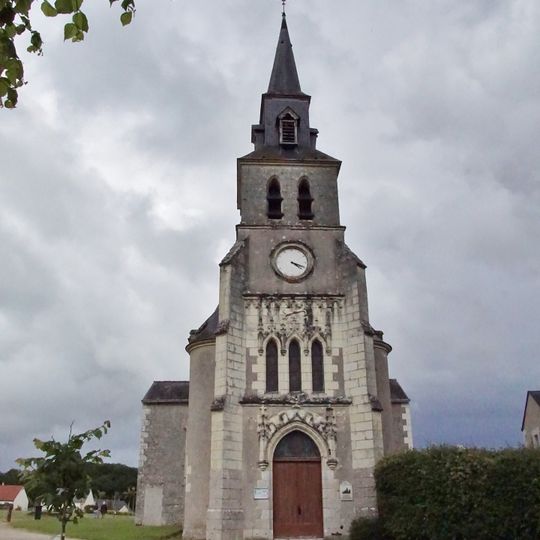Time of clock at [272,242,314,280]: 4:19
